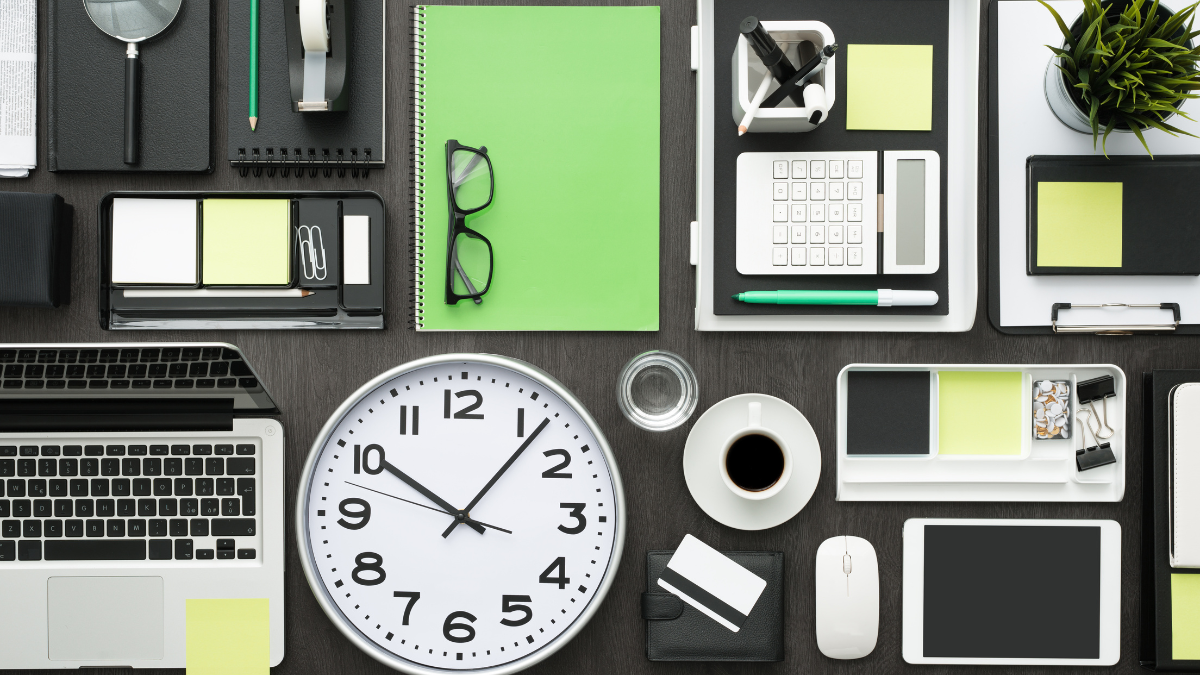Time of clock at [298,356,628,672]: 10:06
